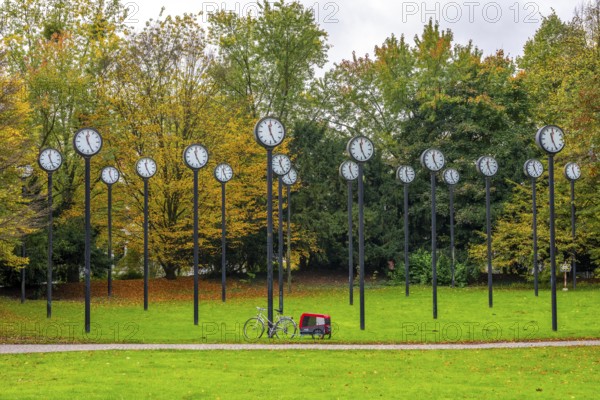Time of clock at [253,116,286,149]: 11:25
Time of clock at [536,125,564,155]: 11:25
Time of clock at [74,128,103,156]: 11:25
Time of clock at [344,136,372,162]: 11:25
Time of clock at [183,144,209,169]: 11:25
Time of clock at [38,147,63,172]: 11:25
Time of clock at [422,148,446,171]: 11:25
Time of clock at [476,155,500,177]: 11:25
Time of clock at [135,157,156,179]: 11:25
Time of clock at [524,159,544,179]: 11:25
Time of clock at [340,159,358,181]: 11:25
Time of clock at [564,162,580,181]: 11:25
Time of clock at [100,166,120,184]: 11:25
